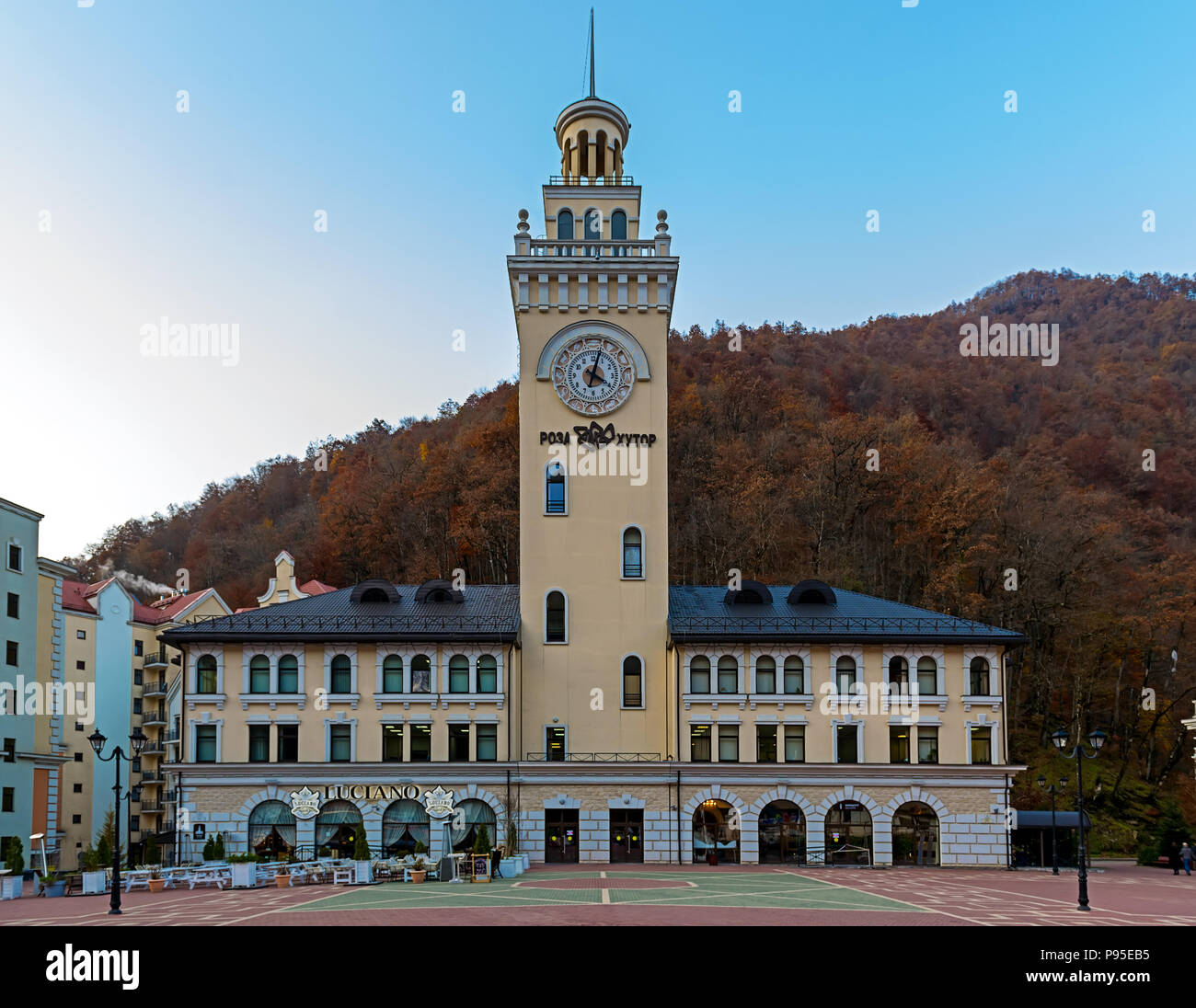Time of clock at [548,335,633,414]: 4:02
